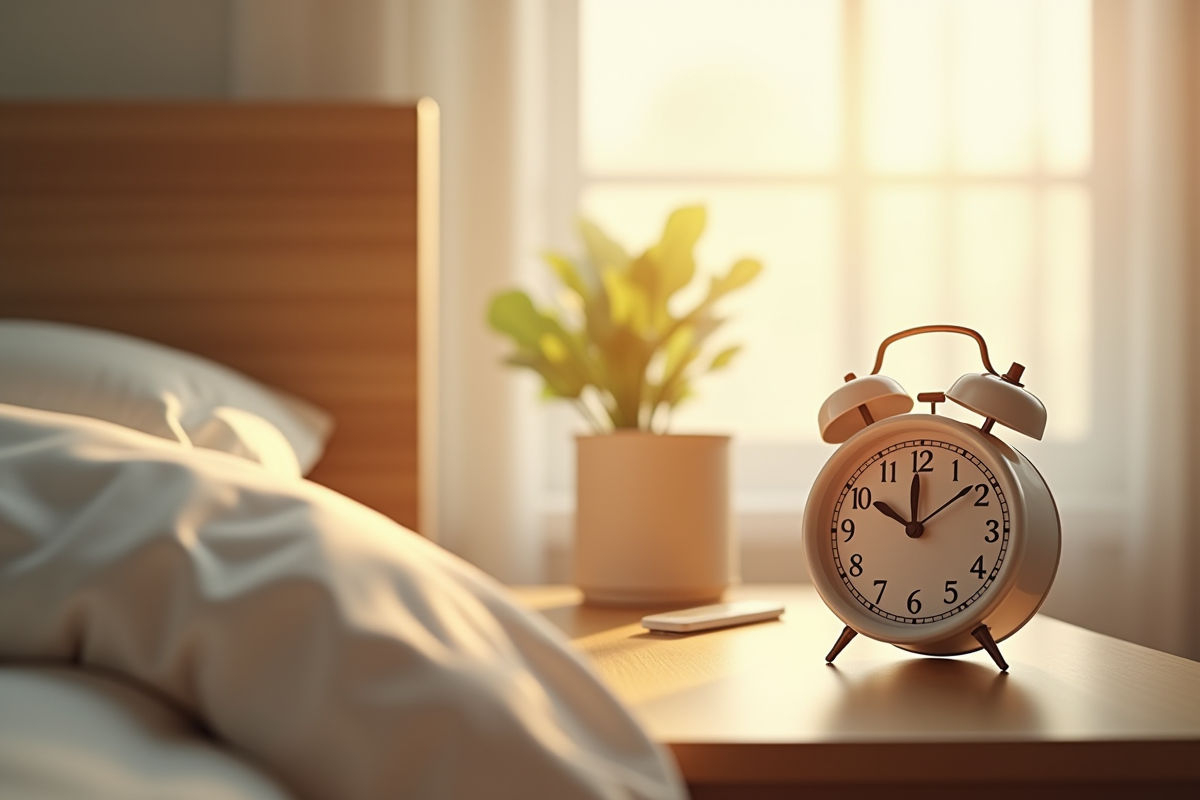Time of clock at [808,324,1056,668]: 9:59
